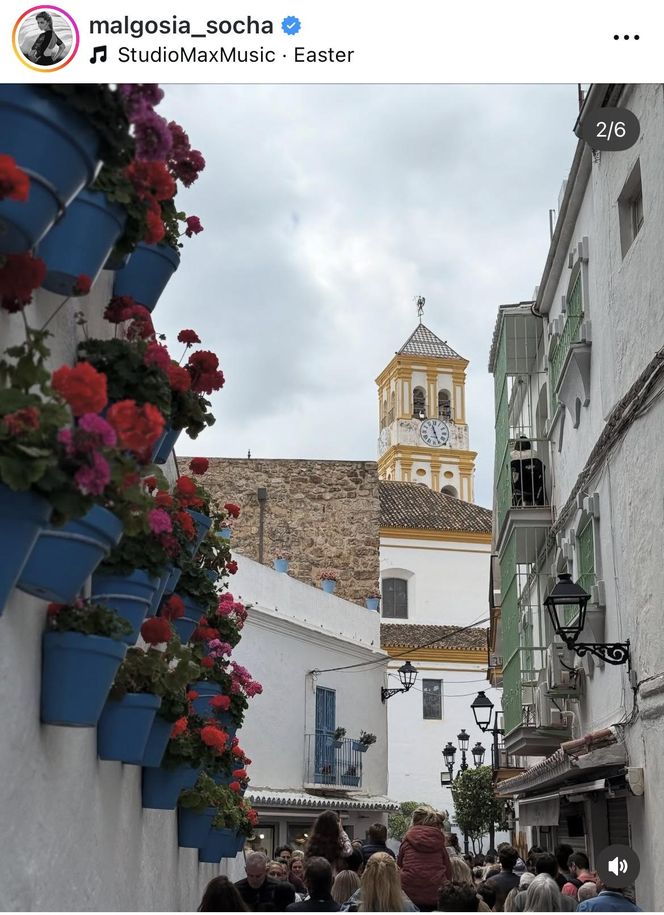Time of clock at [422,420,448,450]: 11:26
